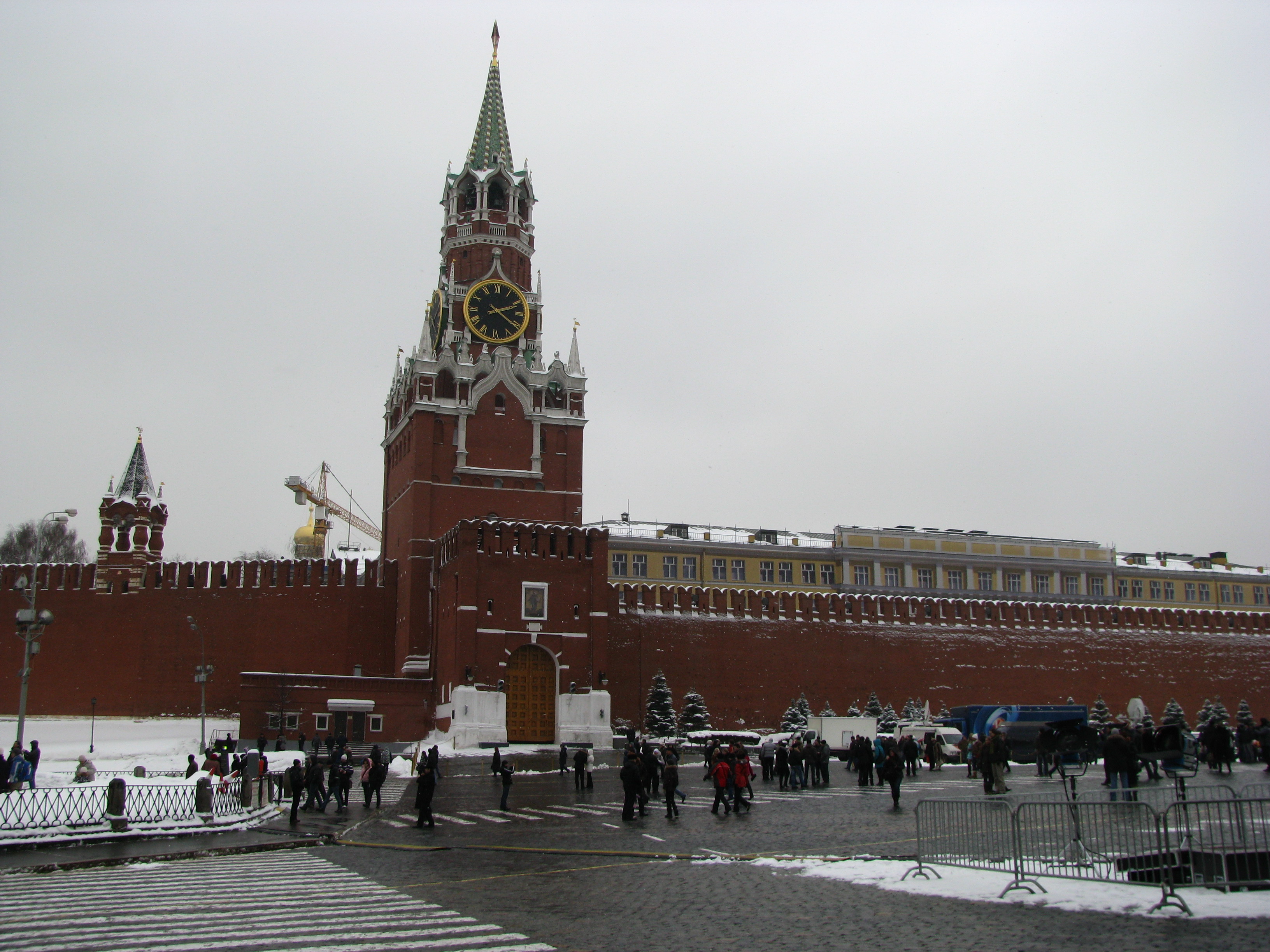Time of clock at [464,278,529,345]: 2:20
